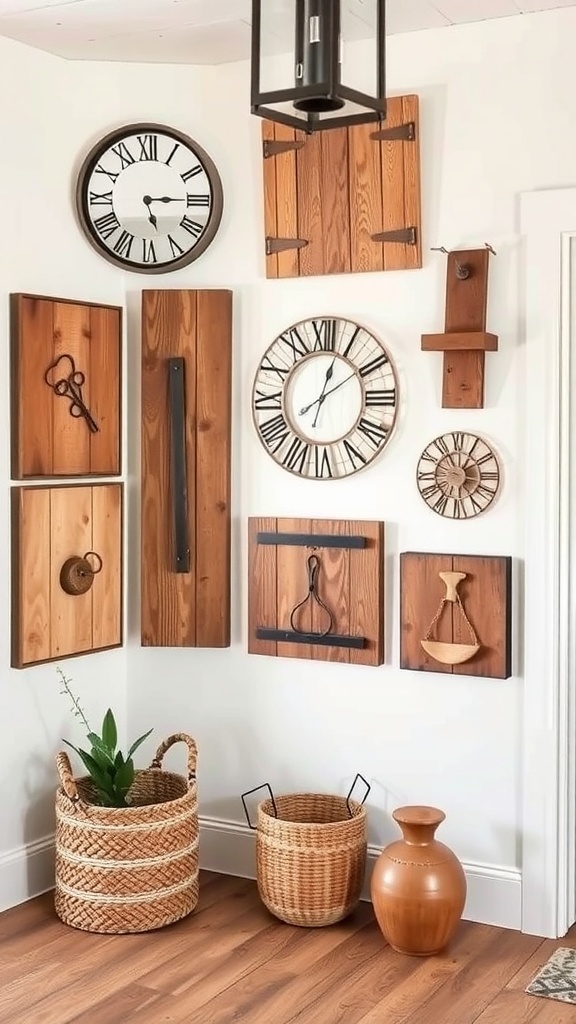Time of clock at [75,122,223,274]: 5:14
